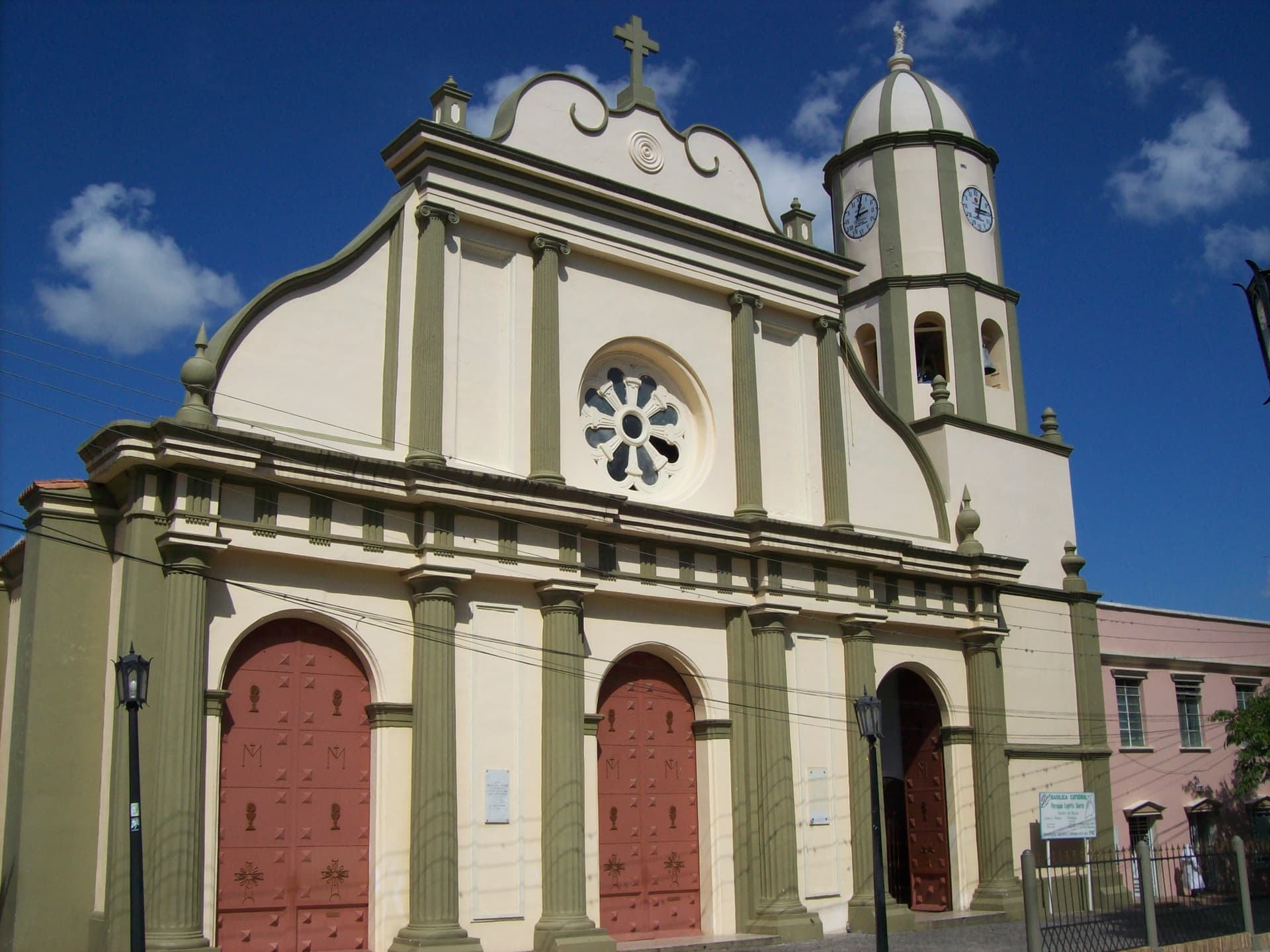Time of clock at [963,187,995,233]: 3:04
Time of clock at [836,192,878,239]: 3:01
